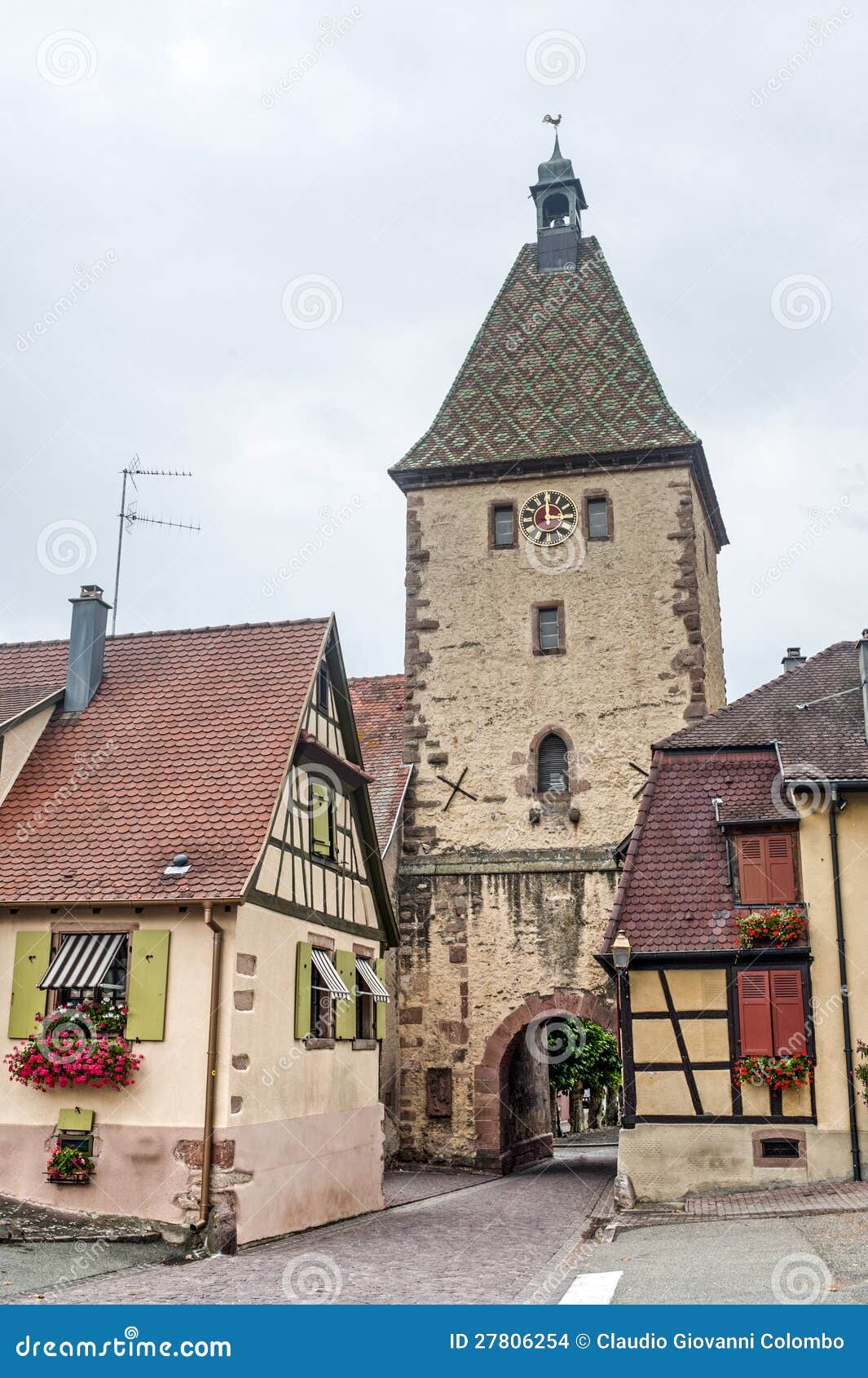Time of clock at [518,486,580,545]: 2:59
